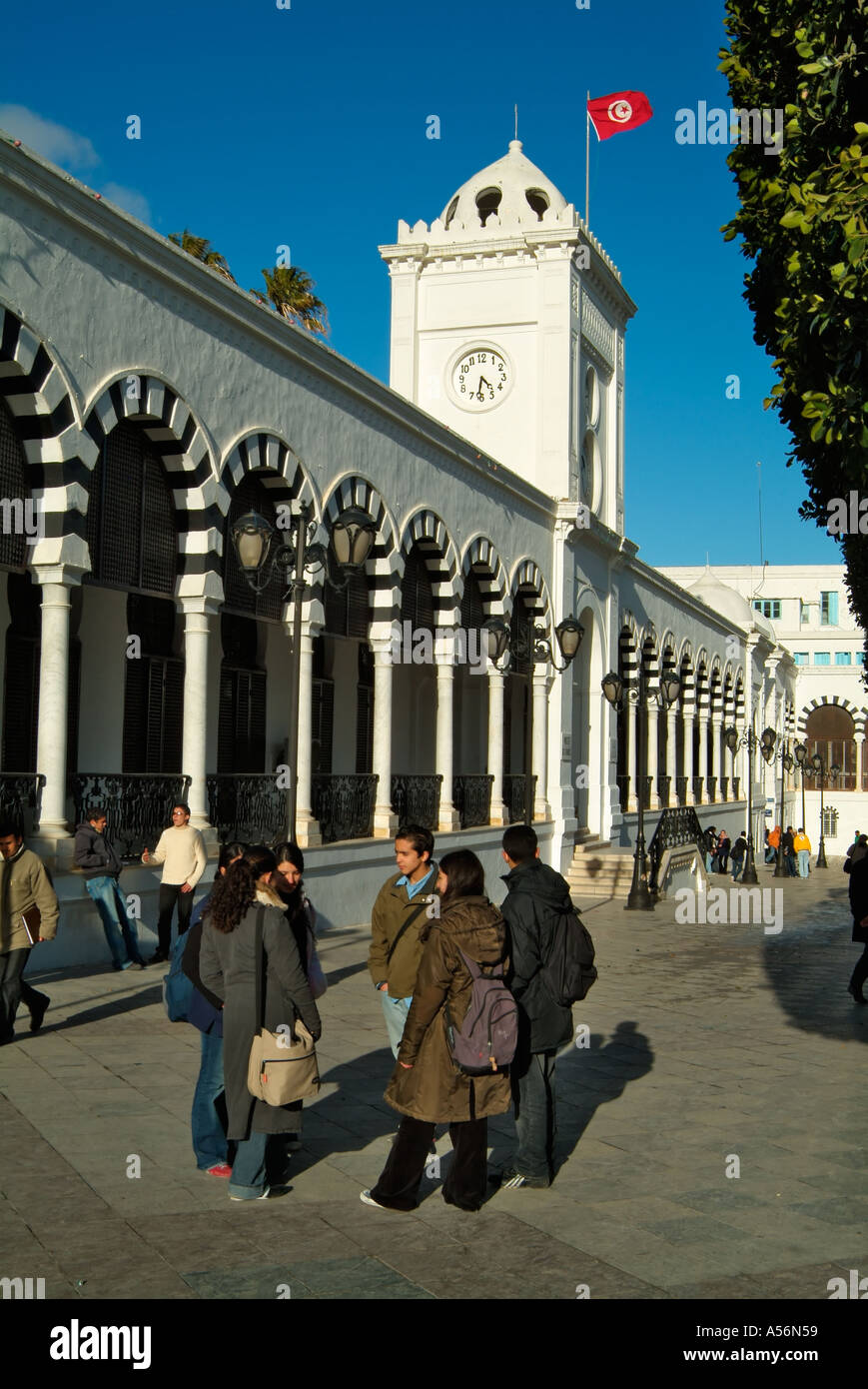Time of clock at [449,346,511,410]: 4:31
